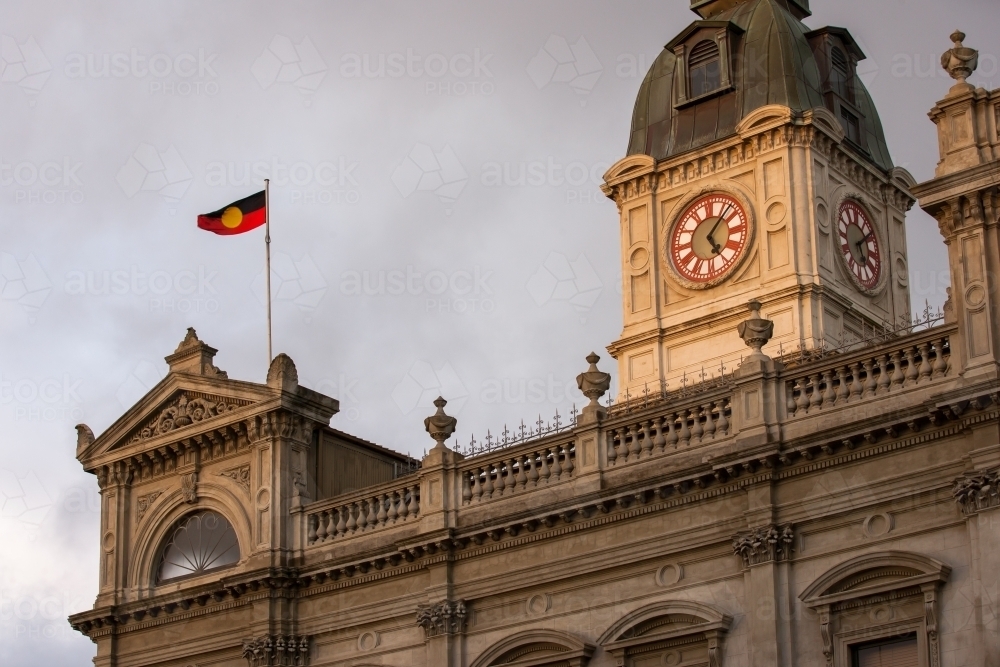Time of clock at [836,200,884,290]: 5:09
